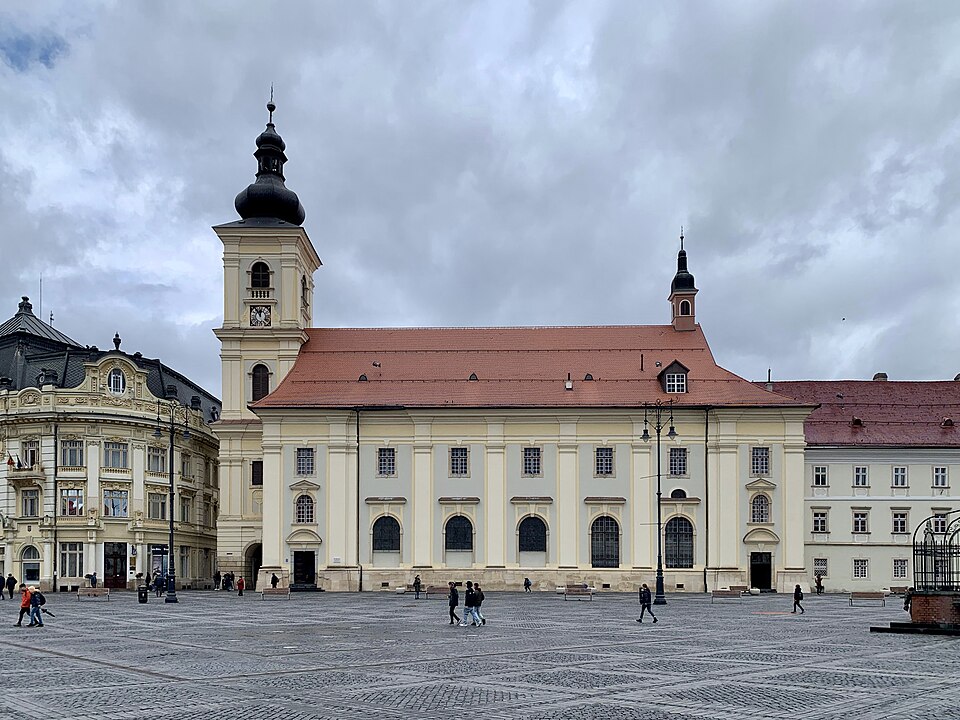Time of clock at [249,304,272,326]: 11:54
